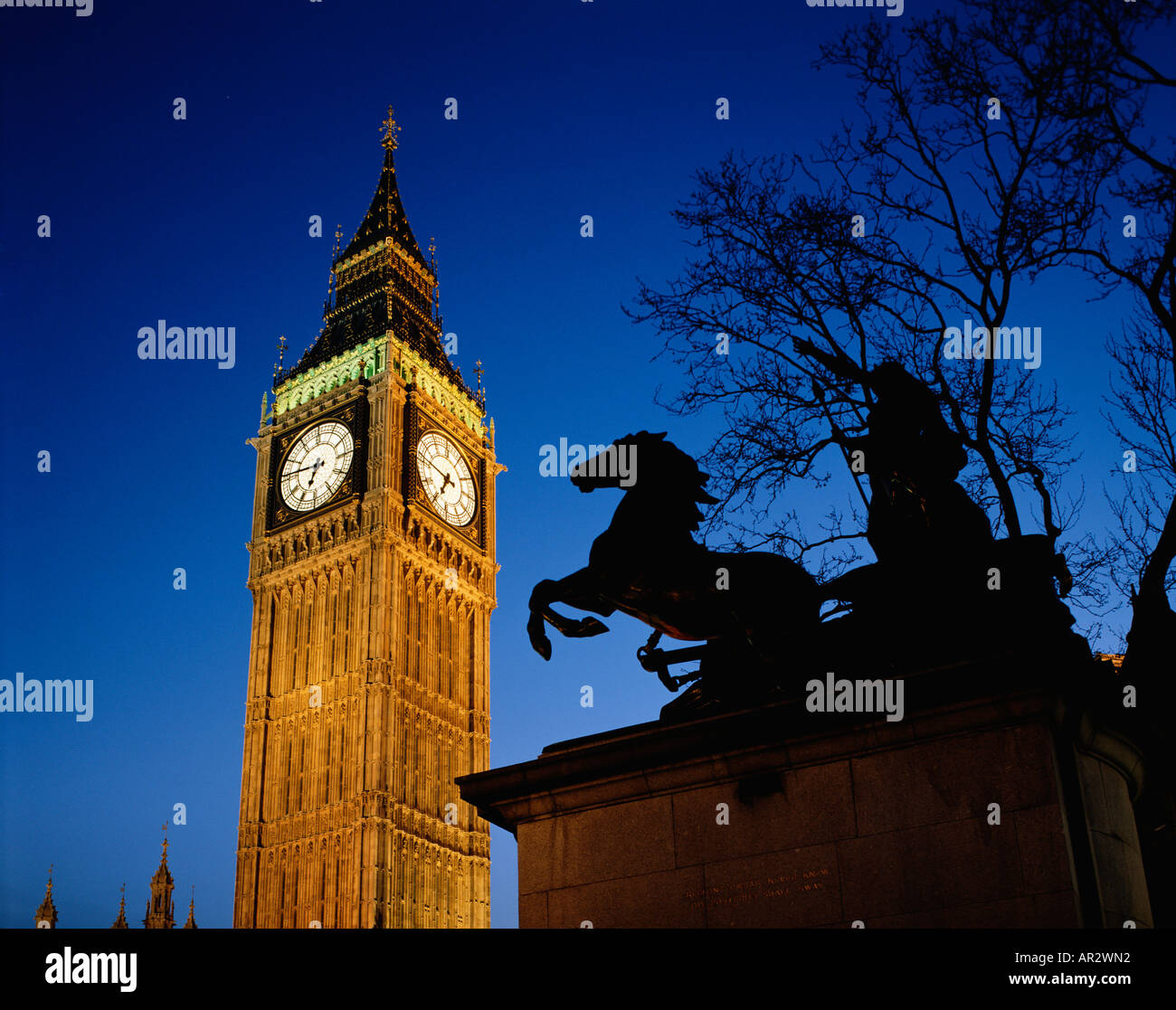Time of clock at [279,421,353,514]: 6:46
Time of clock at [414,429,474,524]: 6:47
